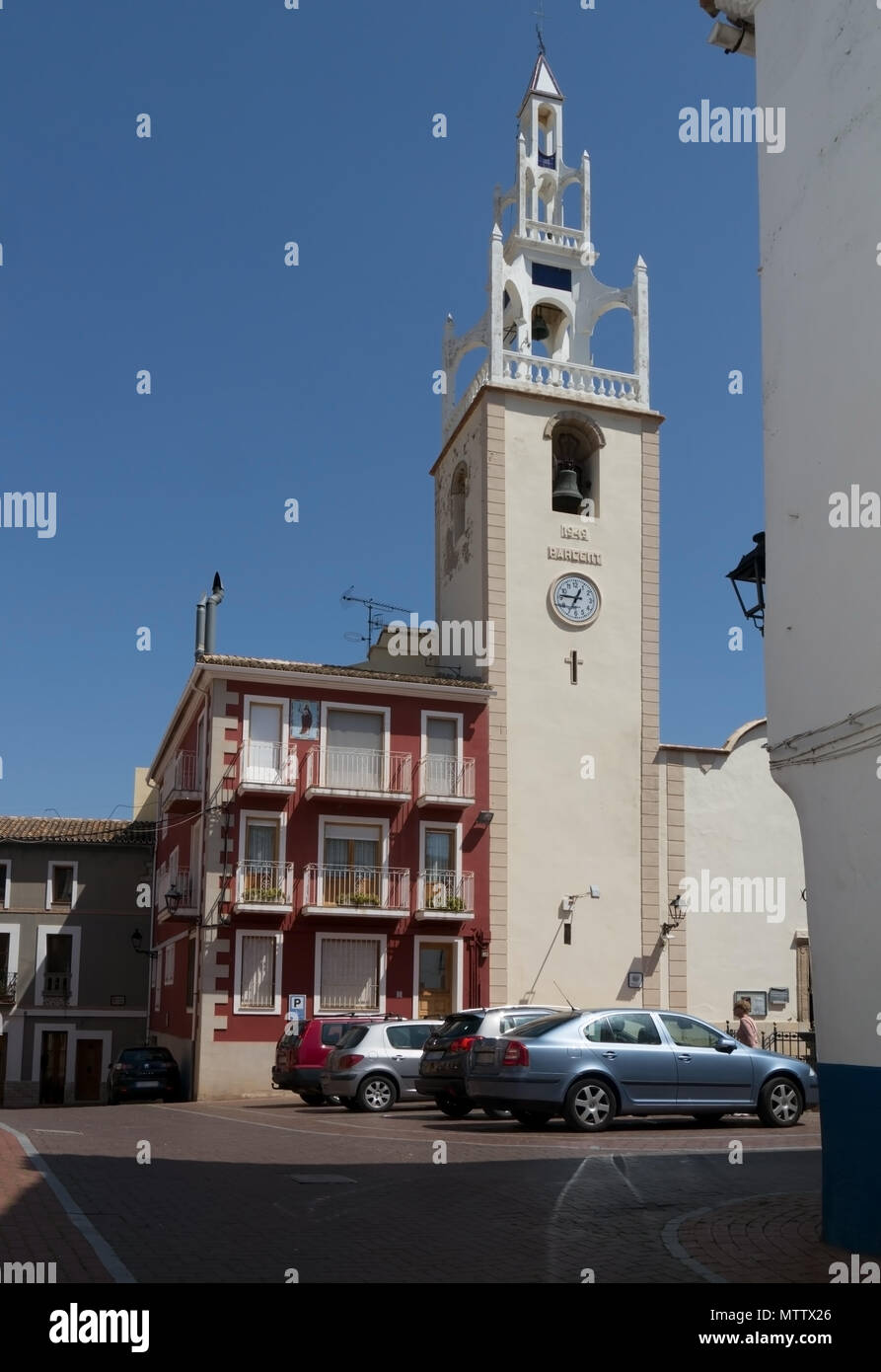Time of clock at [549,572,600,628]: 12:46
